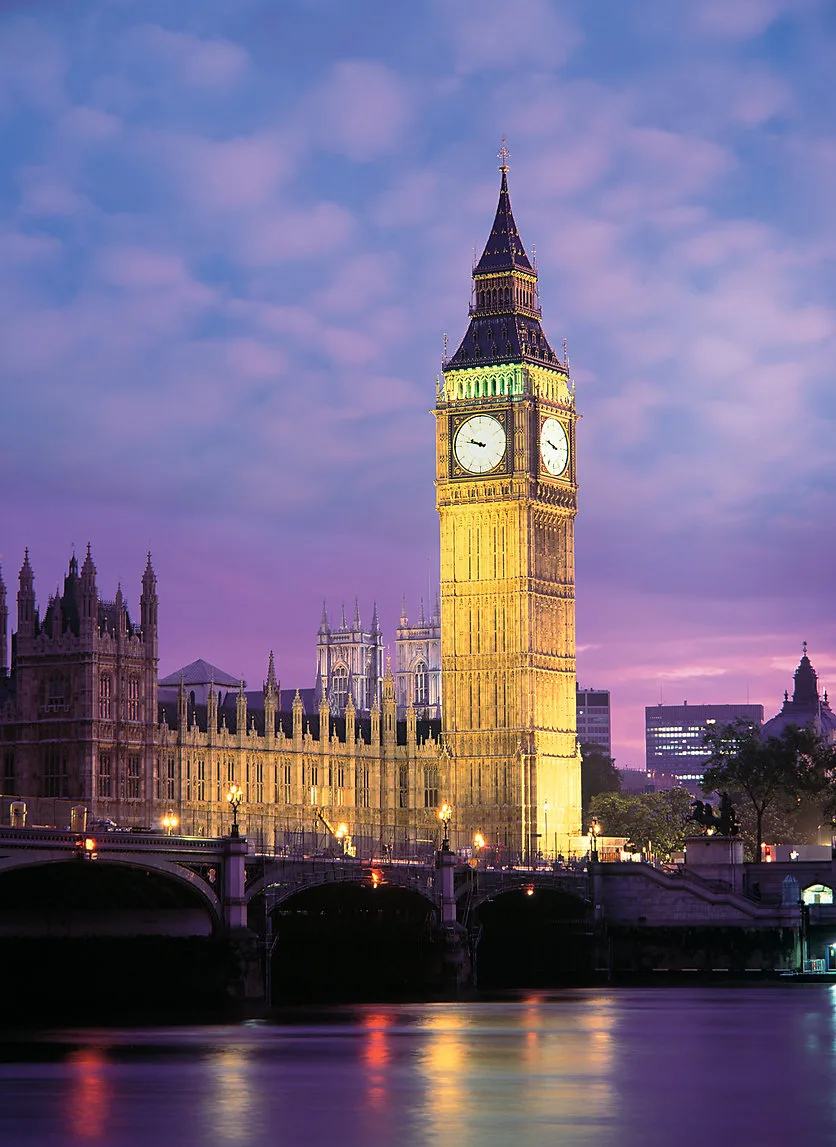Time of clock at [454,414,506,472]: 9:47
